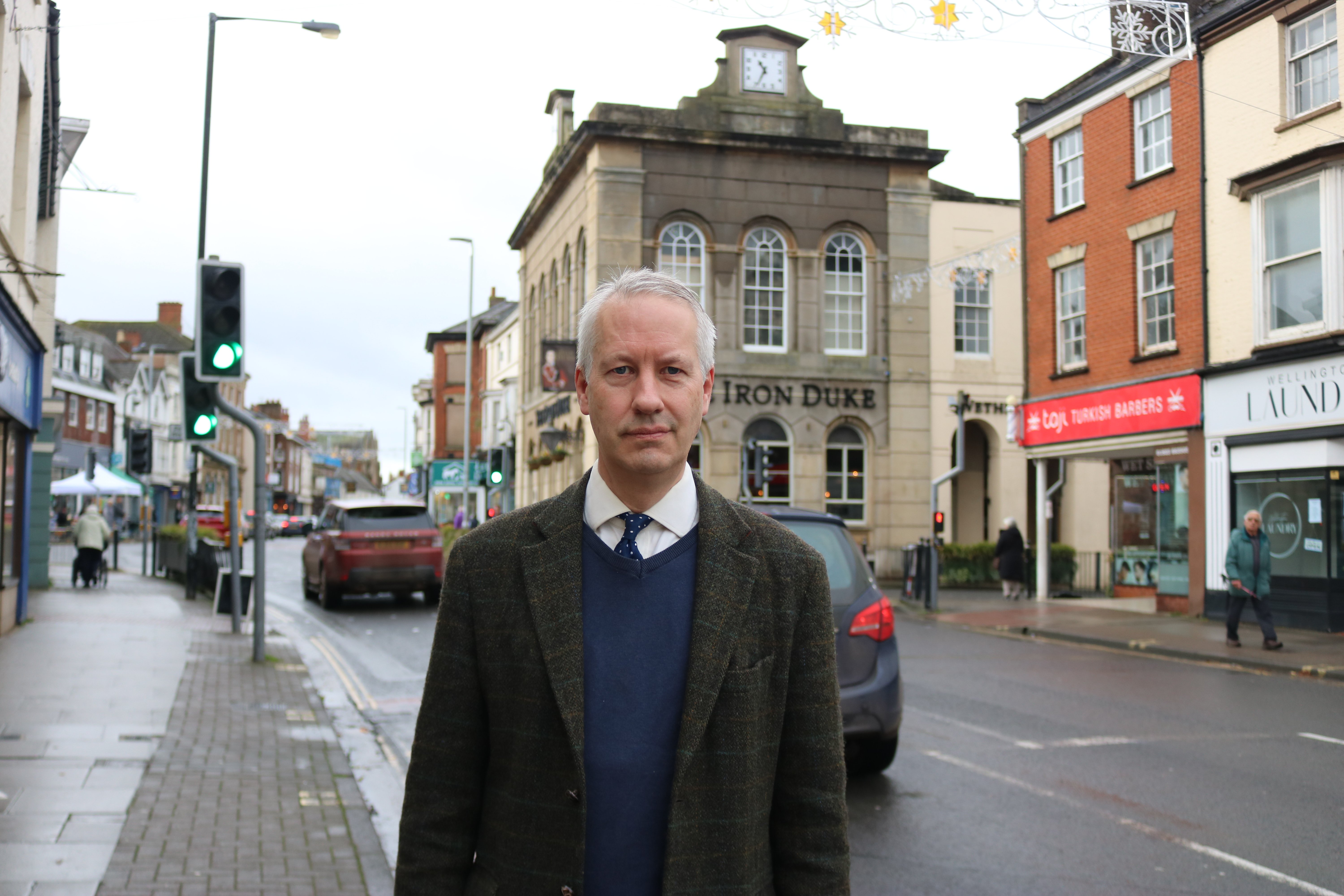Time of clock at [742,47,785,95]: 10:34
